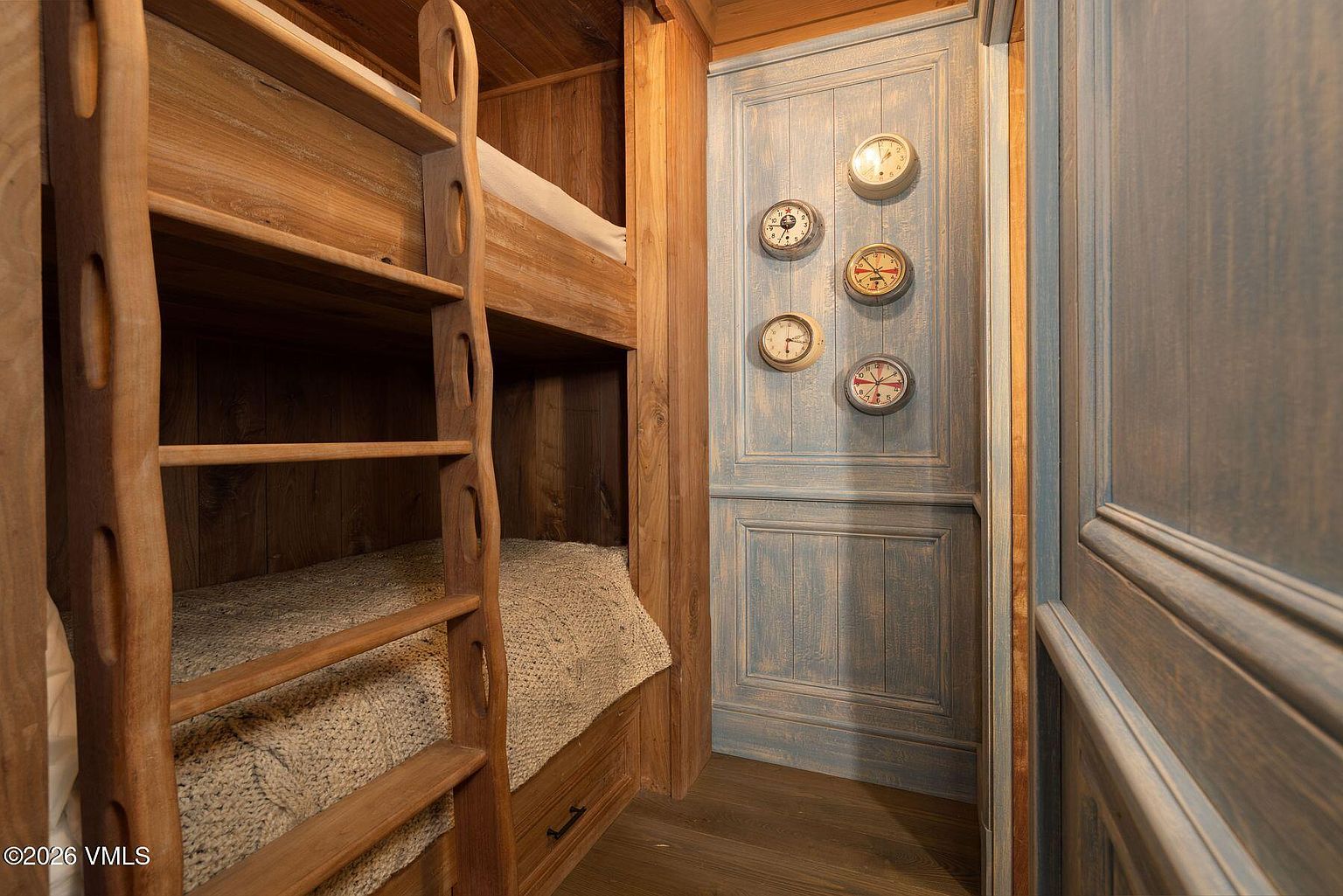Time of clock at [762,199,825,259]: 6:46
